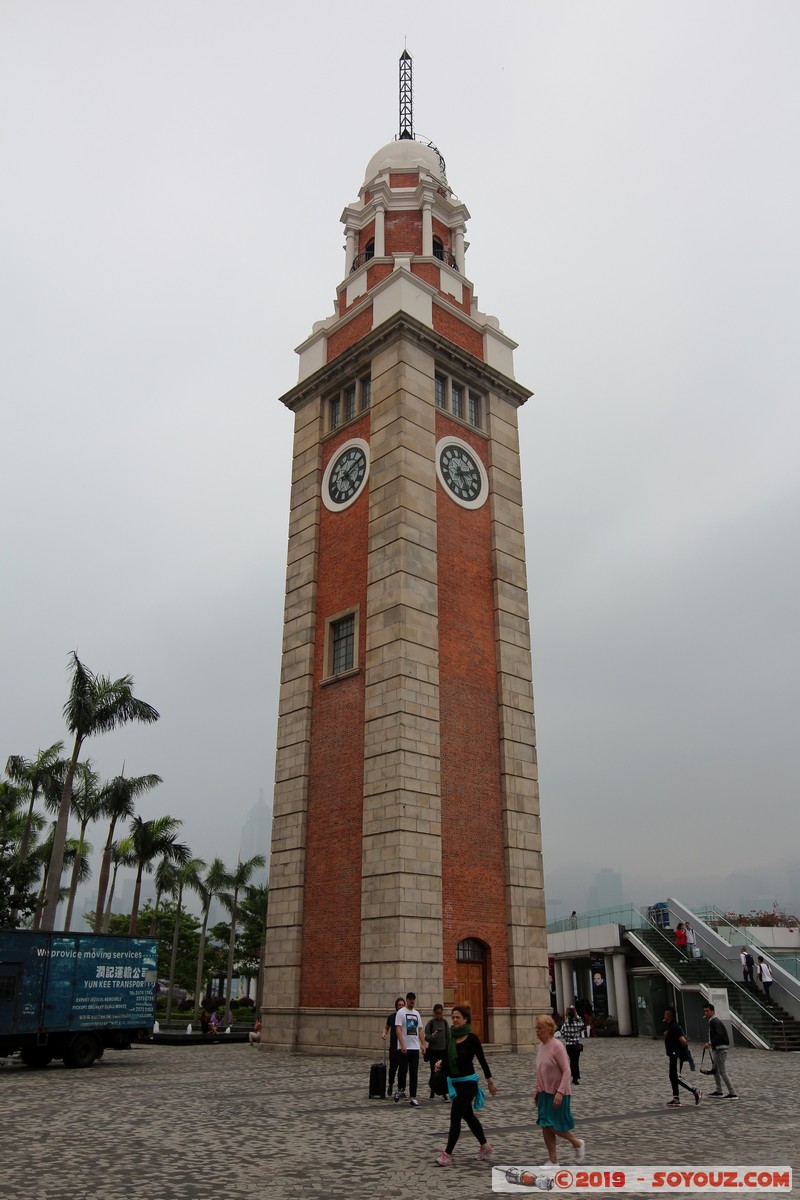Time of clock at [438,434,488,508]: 5:11
